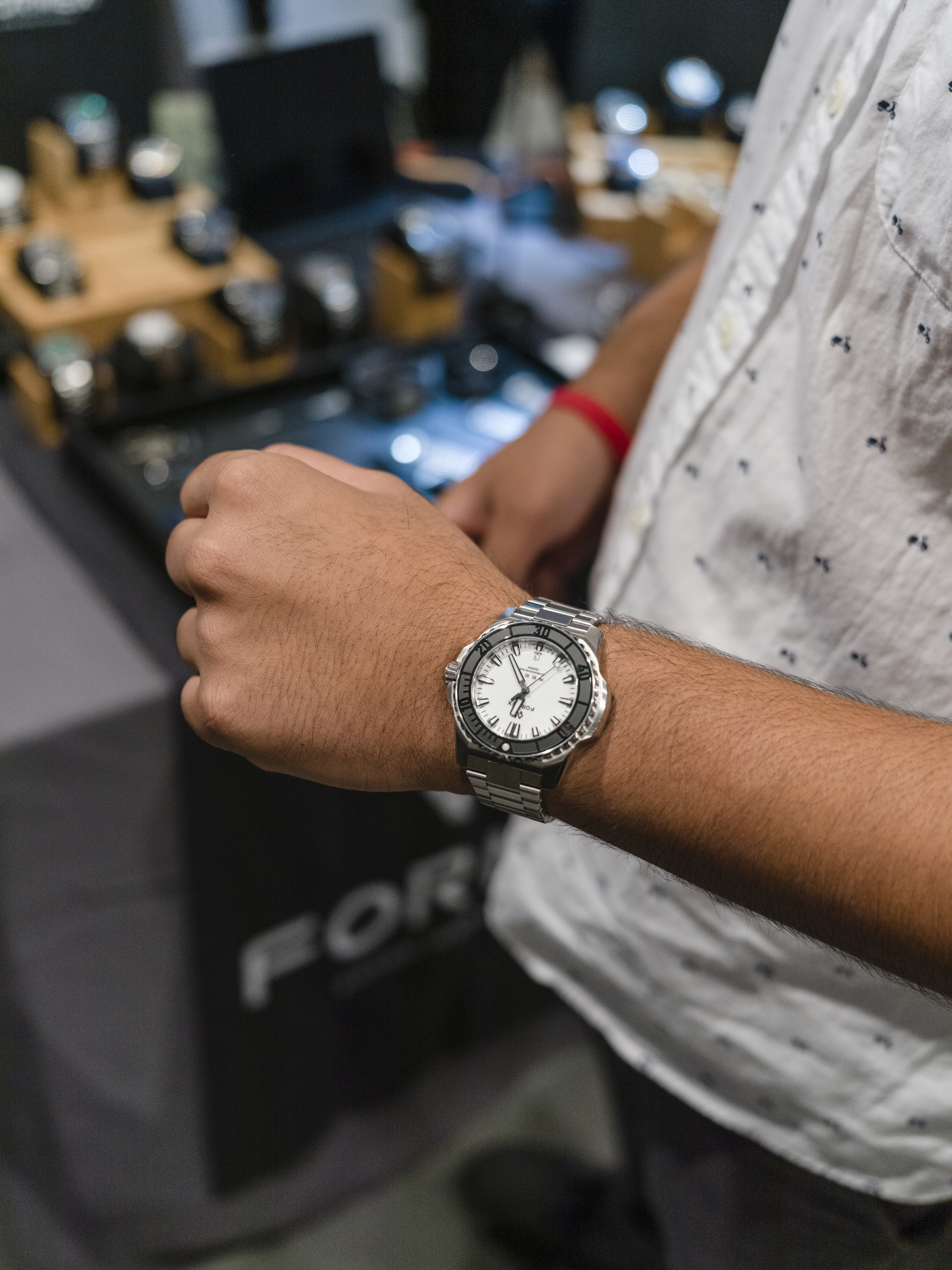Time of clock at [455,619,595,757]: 6:06
